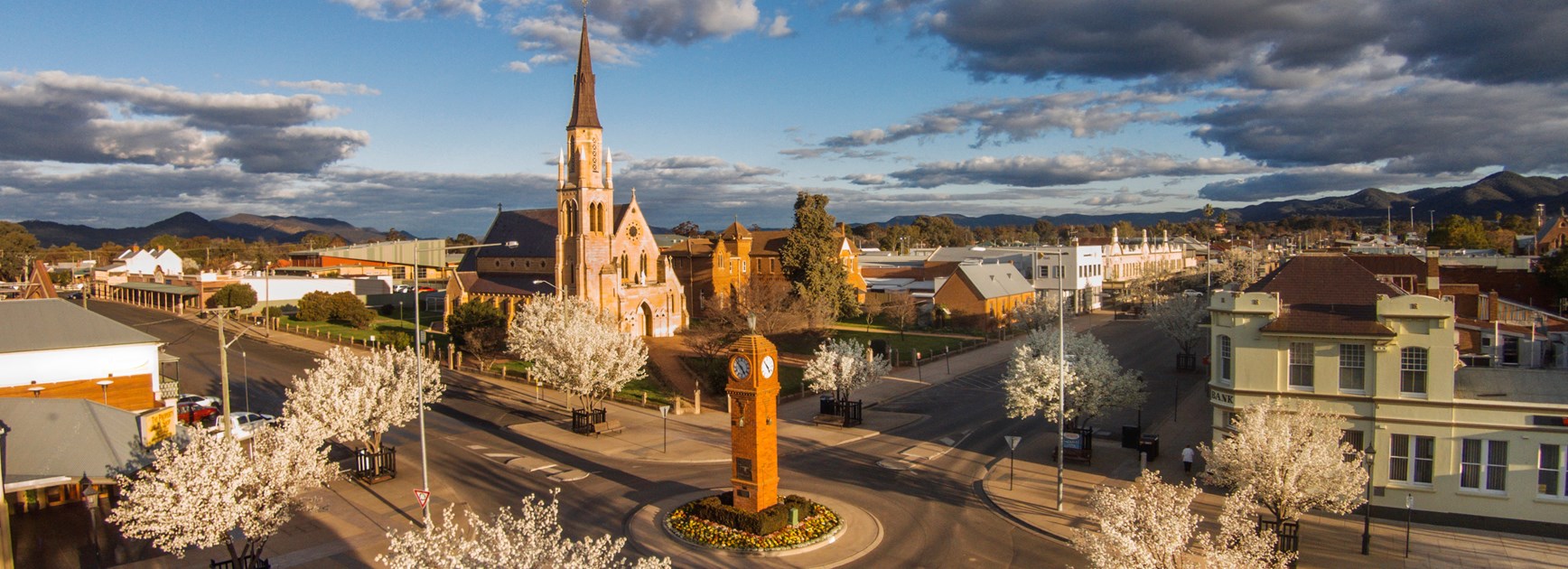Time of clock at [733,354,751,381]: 4:52
